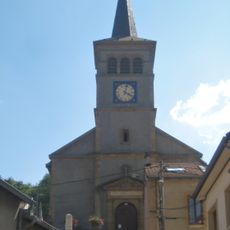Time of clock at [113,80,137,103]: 4:02
